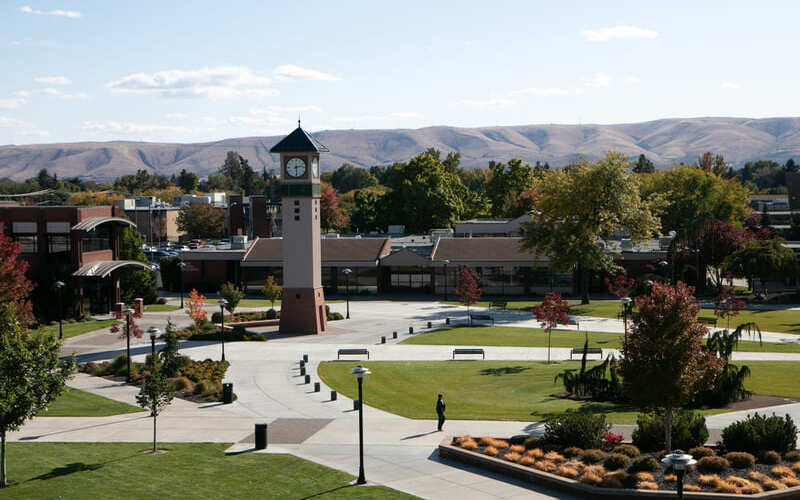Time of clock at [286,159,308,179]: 2:29
